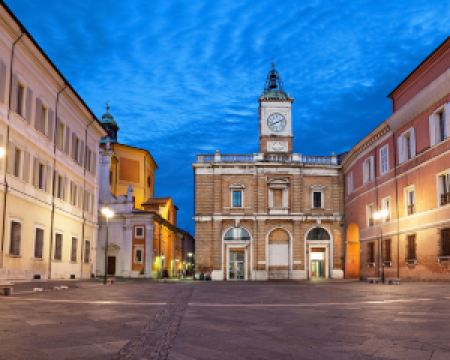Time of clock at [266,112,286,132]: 8:11
